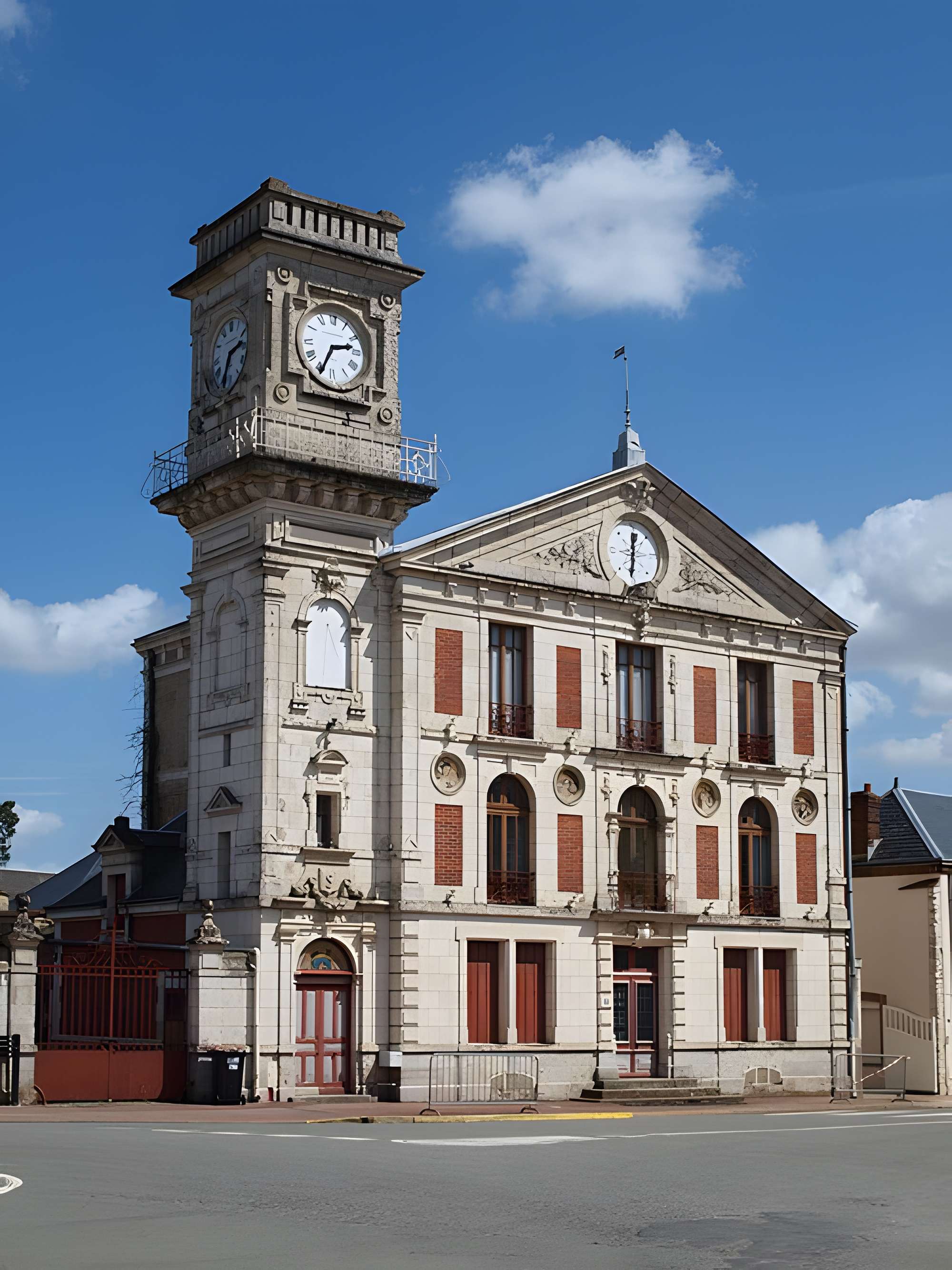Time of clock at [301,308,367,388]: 2:34
